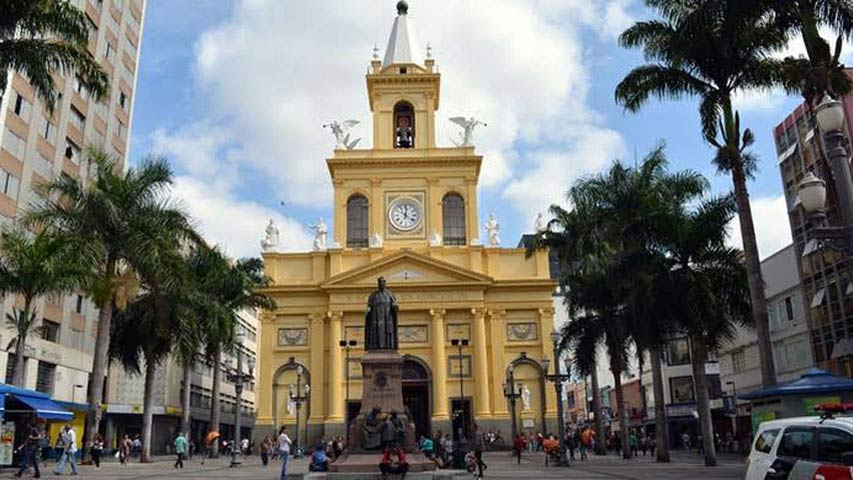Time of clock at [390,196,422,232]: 12:21
